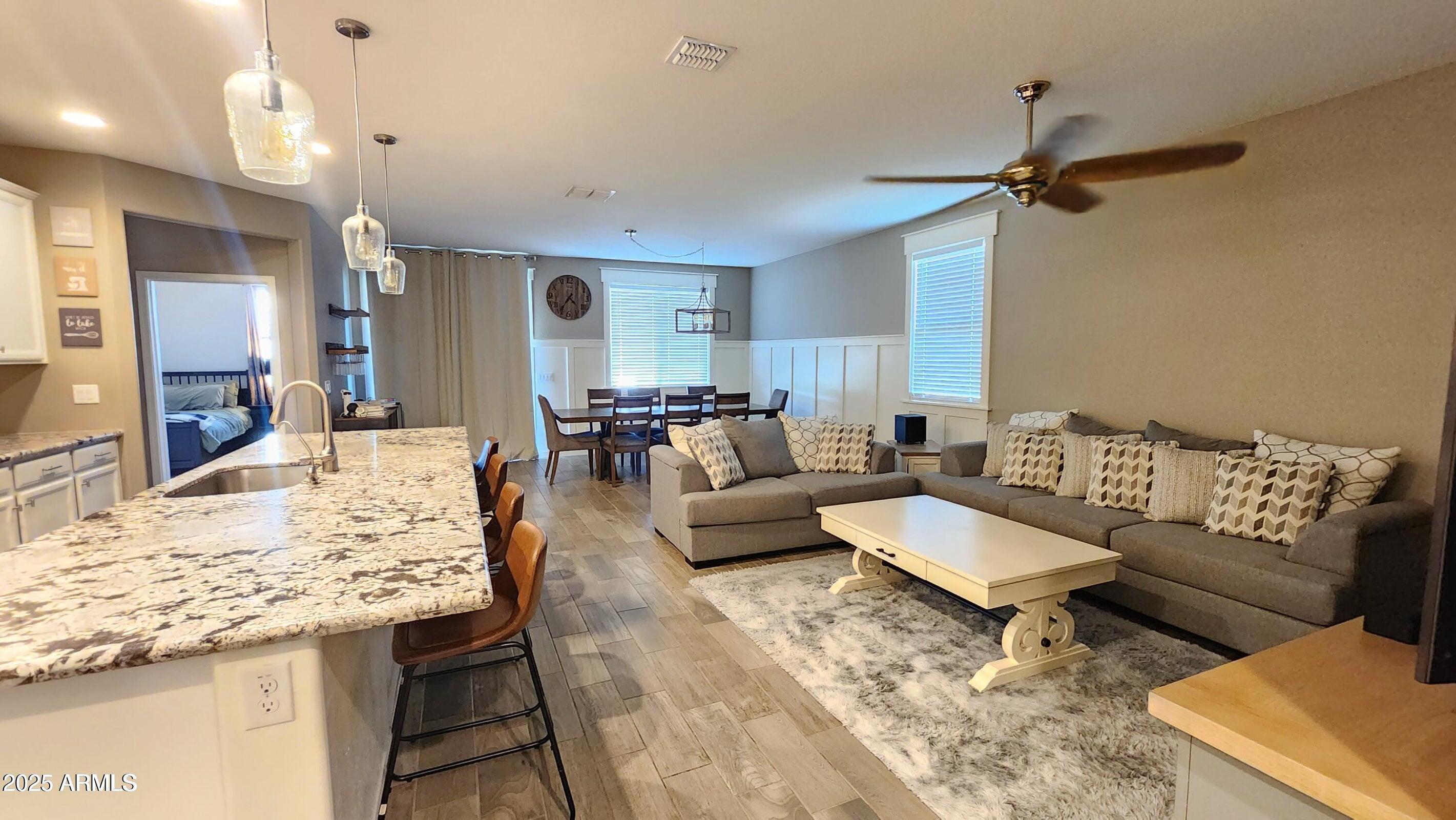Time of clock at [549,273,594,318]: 4:35
